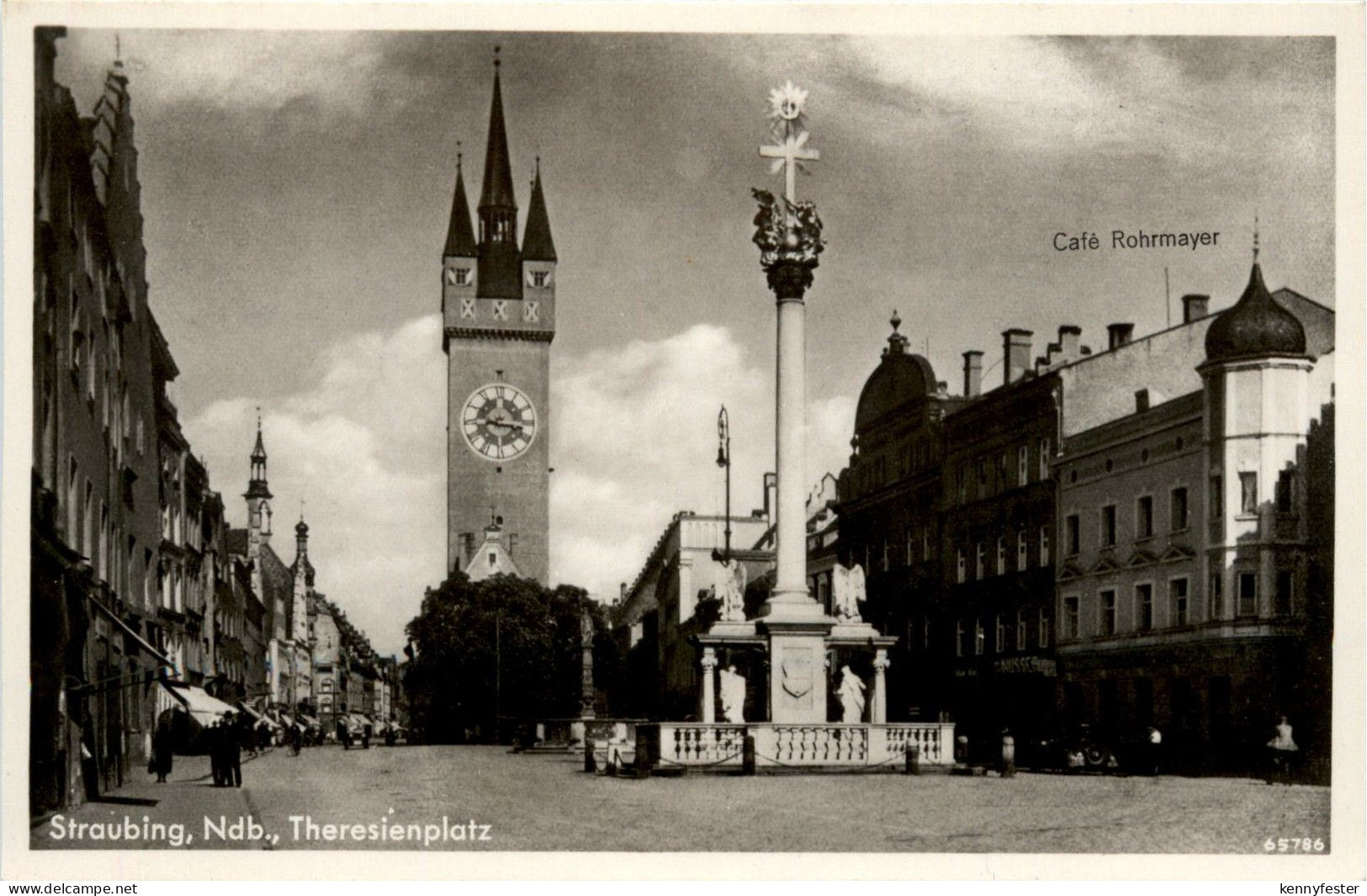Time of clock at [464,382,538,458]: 8:16
